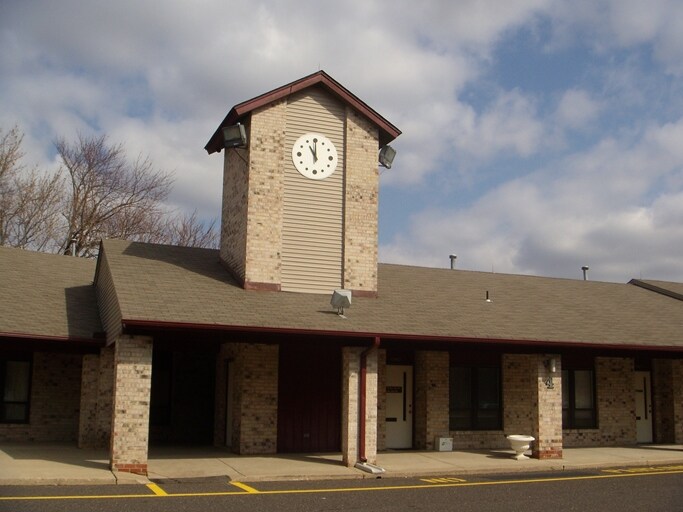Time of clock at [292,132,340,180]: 11:00
